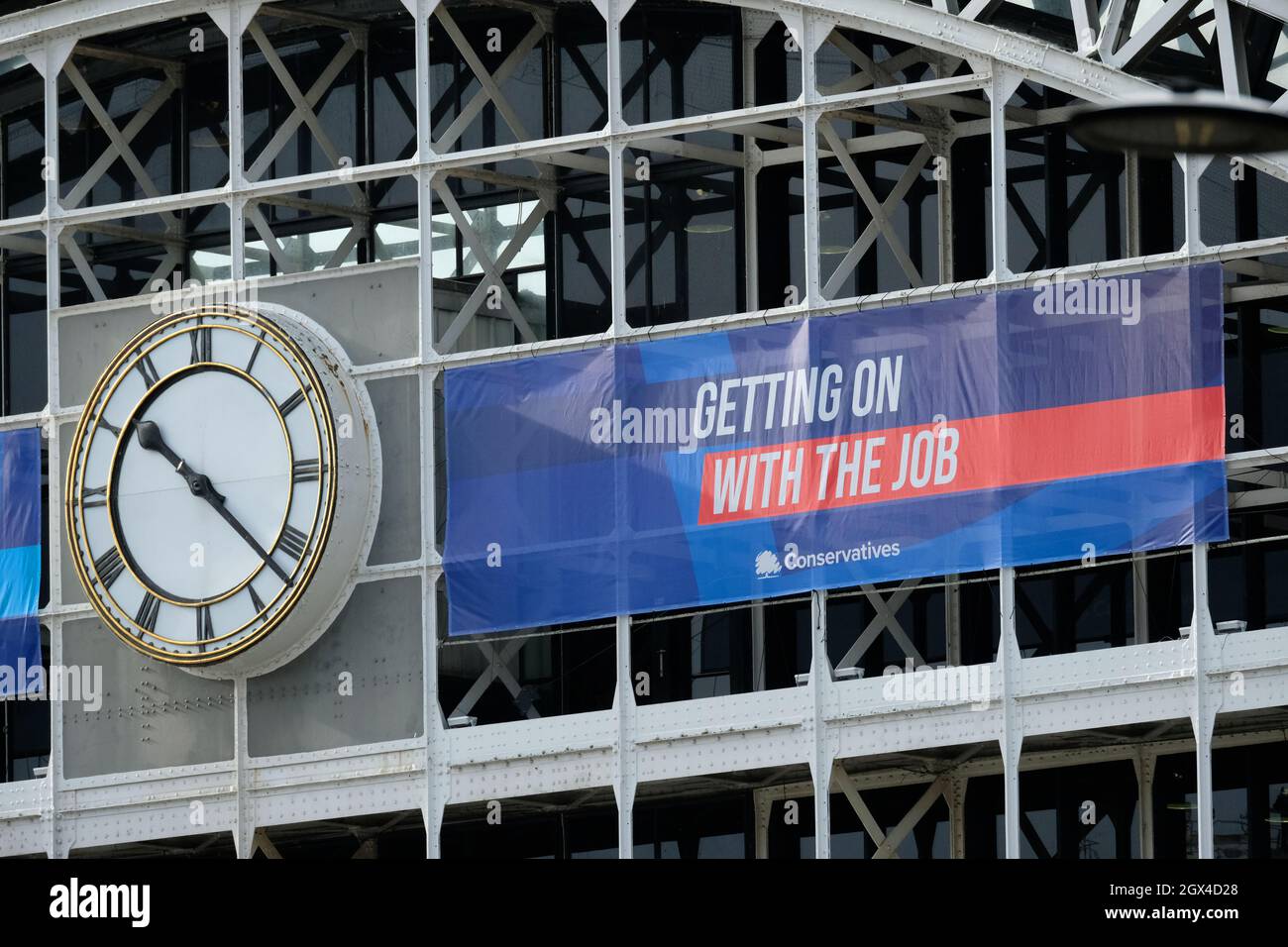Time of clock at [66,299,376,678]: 10:22
